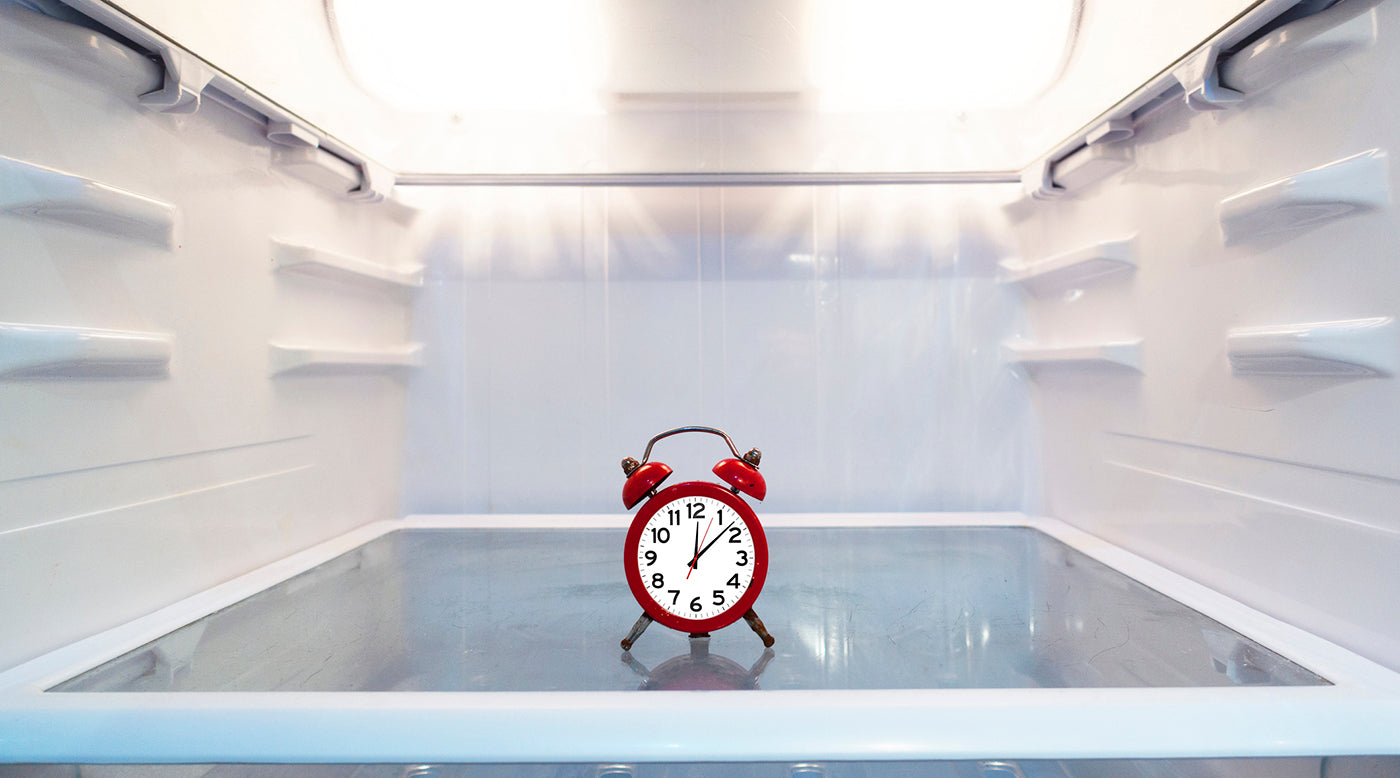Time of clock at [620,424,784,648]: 12:07
